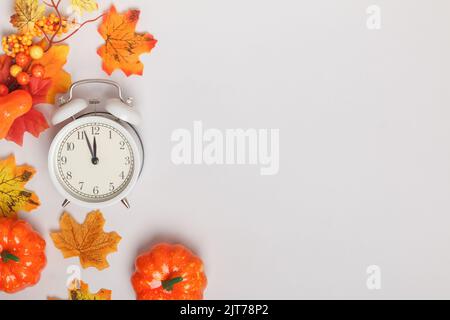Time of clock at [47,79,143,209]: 11:56
